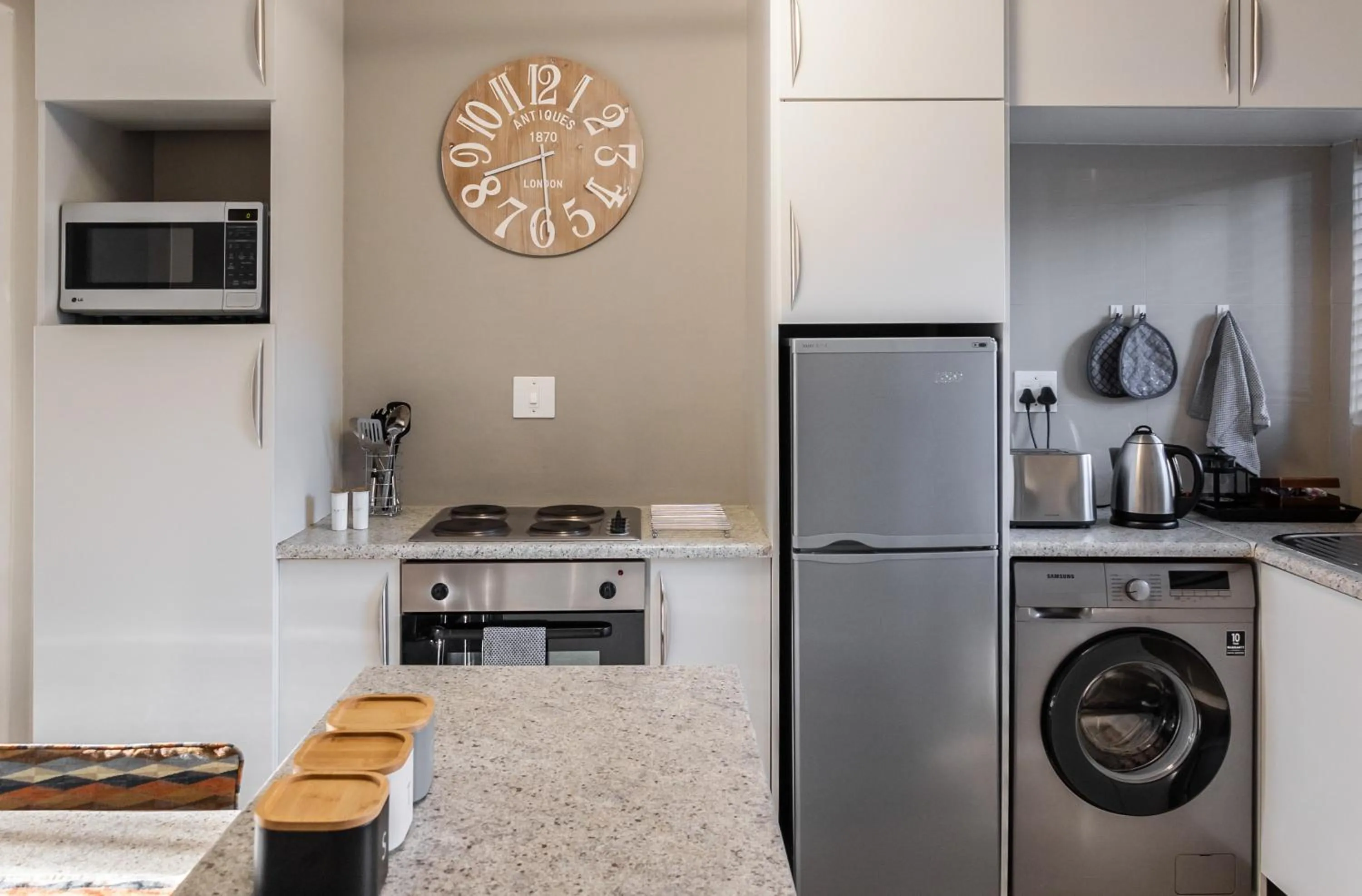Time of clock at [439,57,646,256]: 8:29
